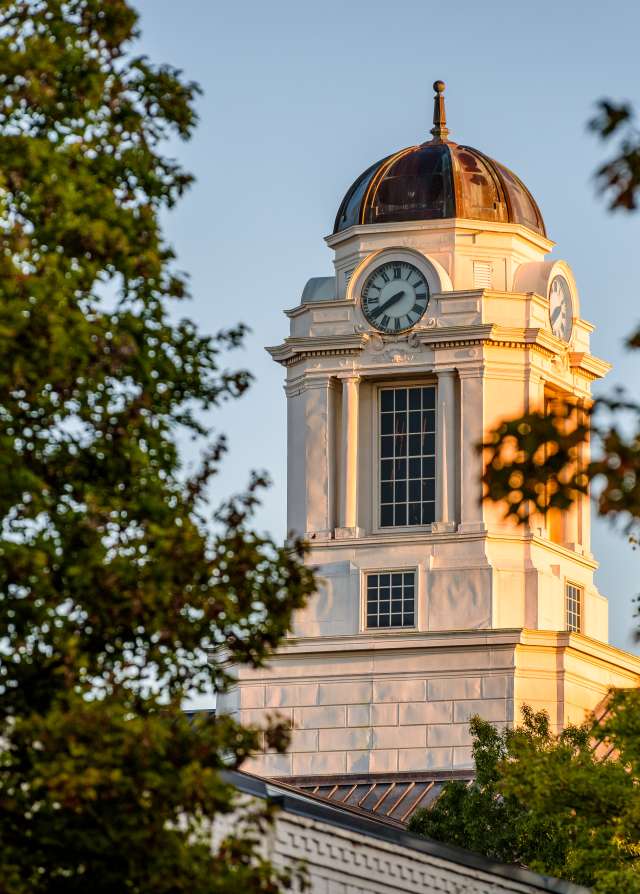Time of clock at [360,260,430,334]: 7:39
